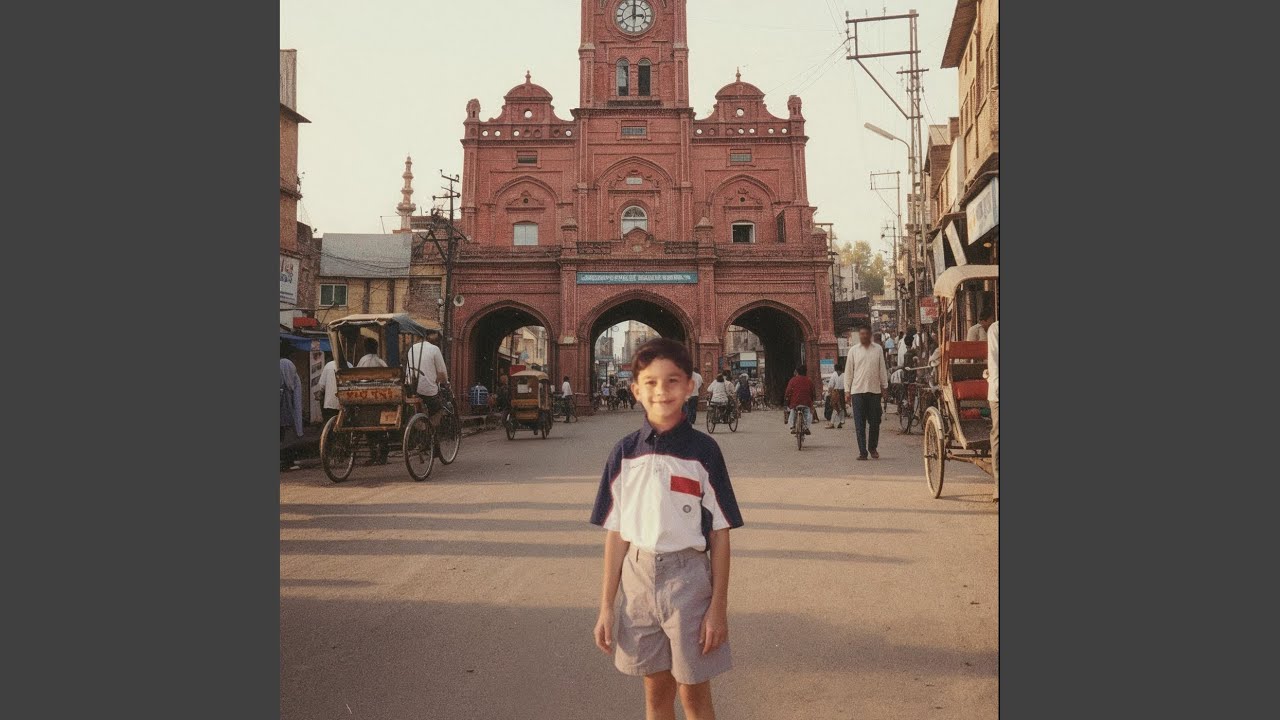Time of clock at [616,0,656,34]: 3:00
